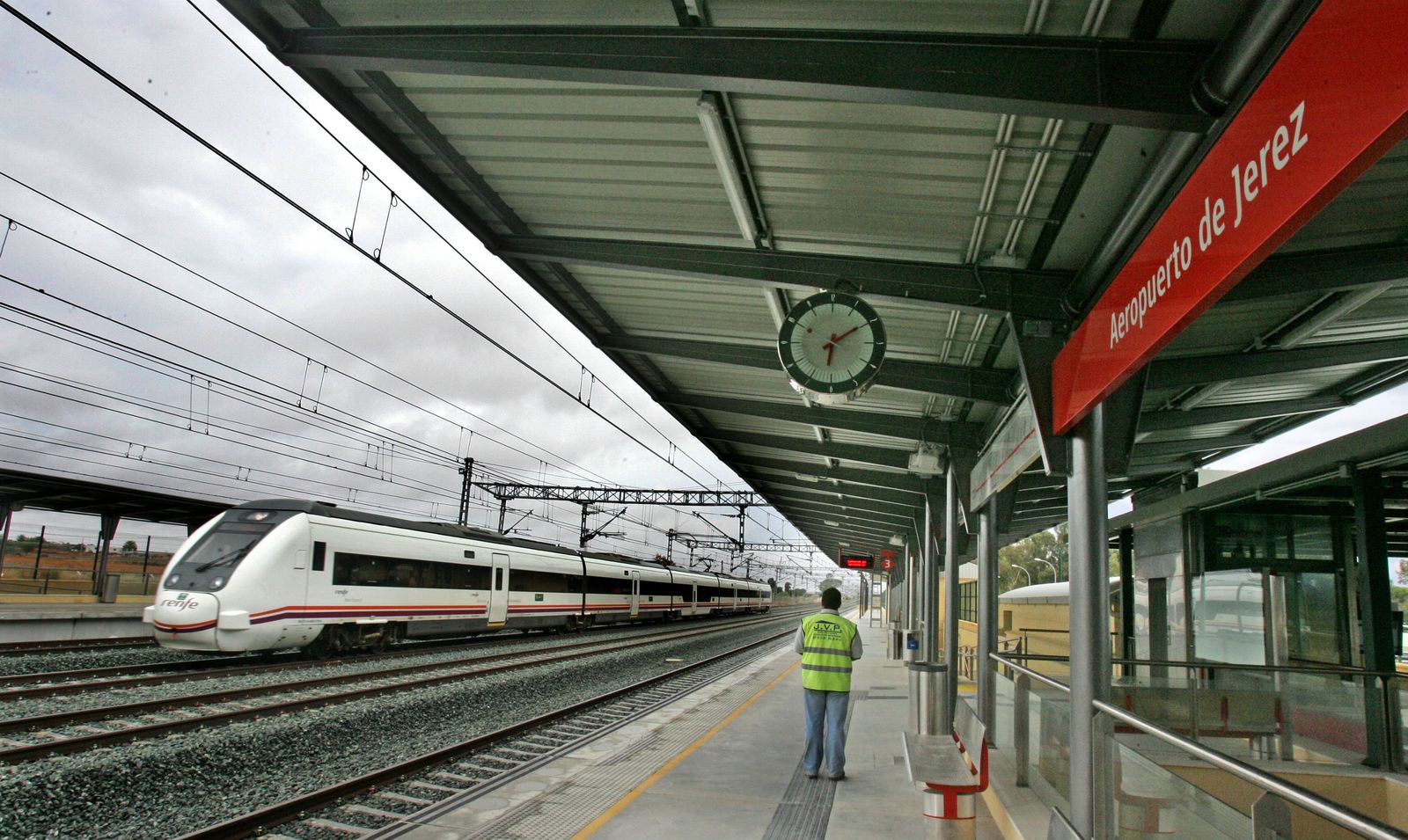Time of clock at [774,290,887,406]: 6:09
